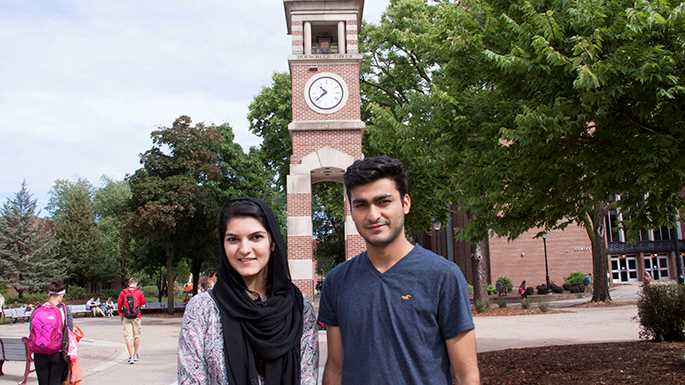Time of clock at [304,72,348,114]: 10:38
